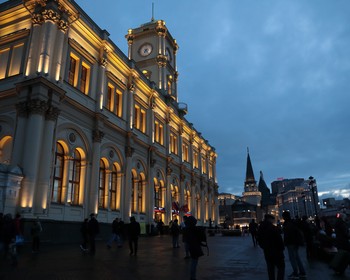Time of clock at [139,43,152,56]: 7:23
